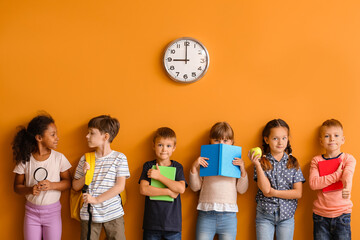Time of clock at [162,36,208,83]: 8:59
